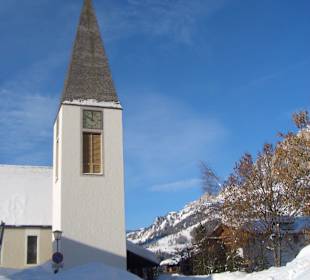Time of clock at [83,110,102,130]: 10:00
